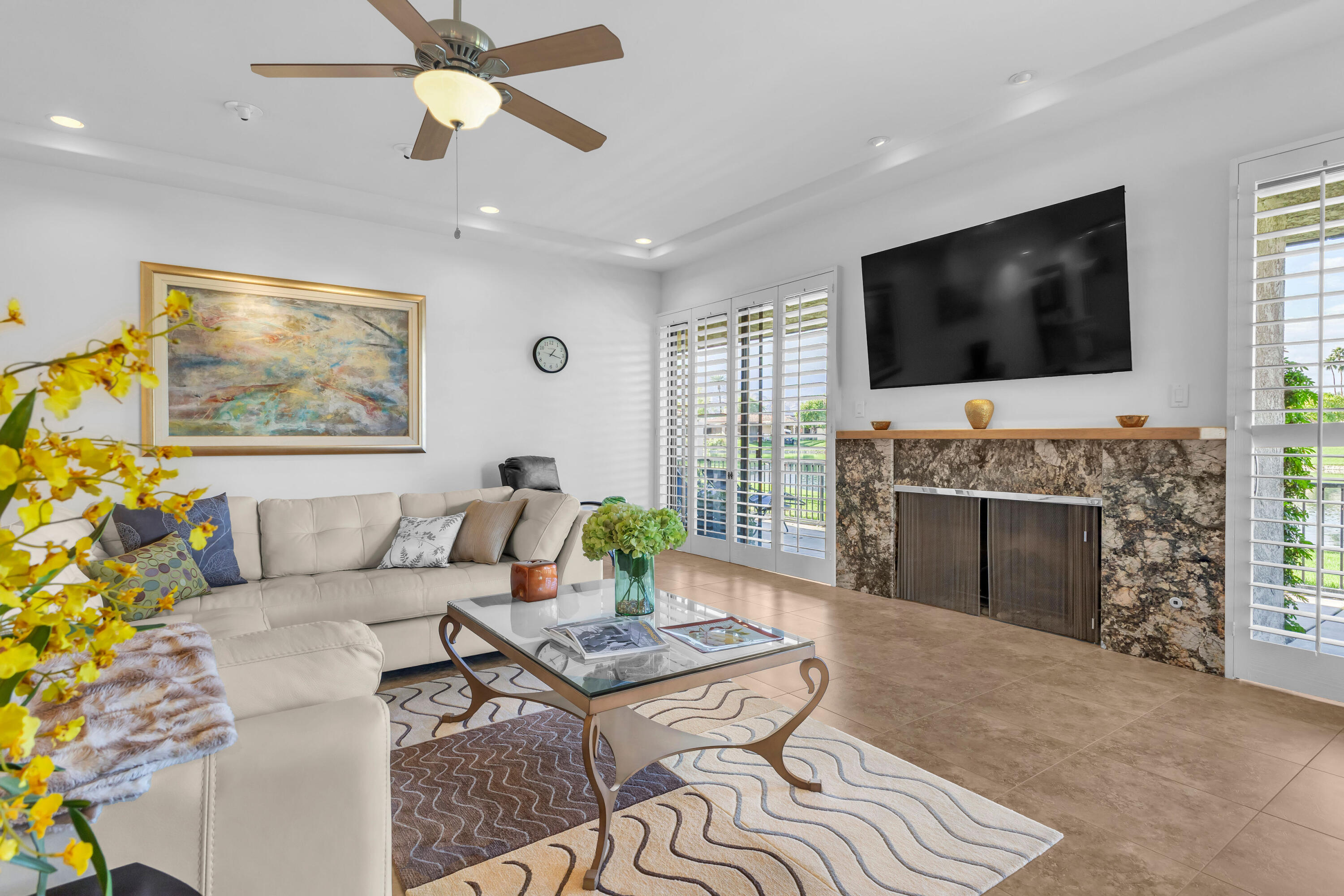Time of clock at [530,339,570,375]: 1:17
